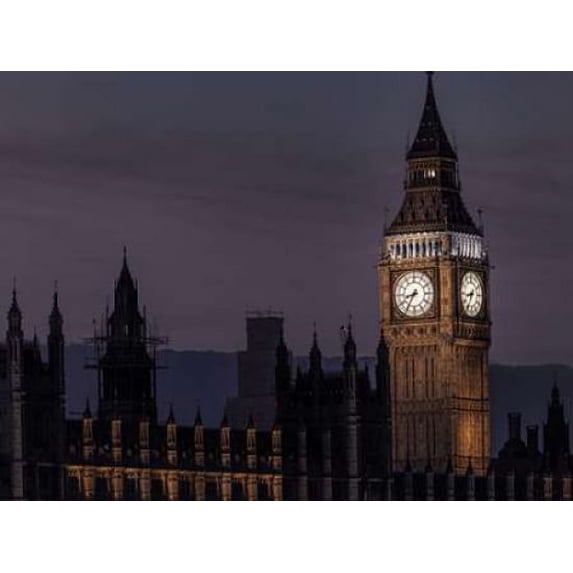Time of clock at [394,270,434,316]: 8:35
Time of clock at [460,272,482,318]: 8:34
